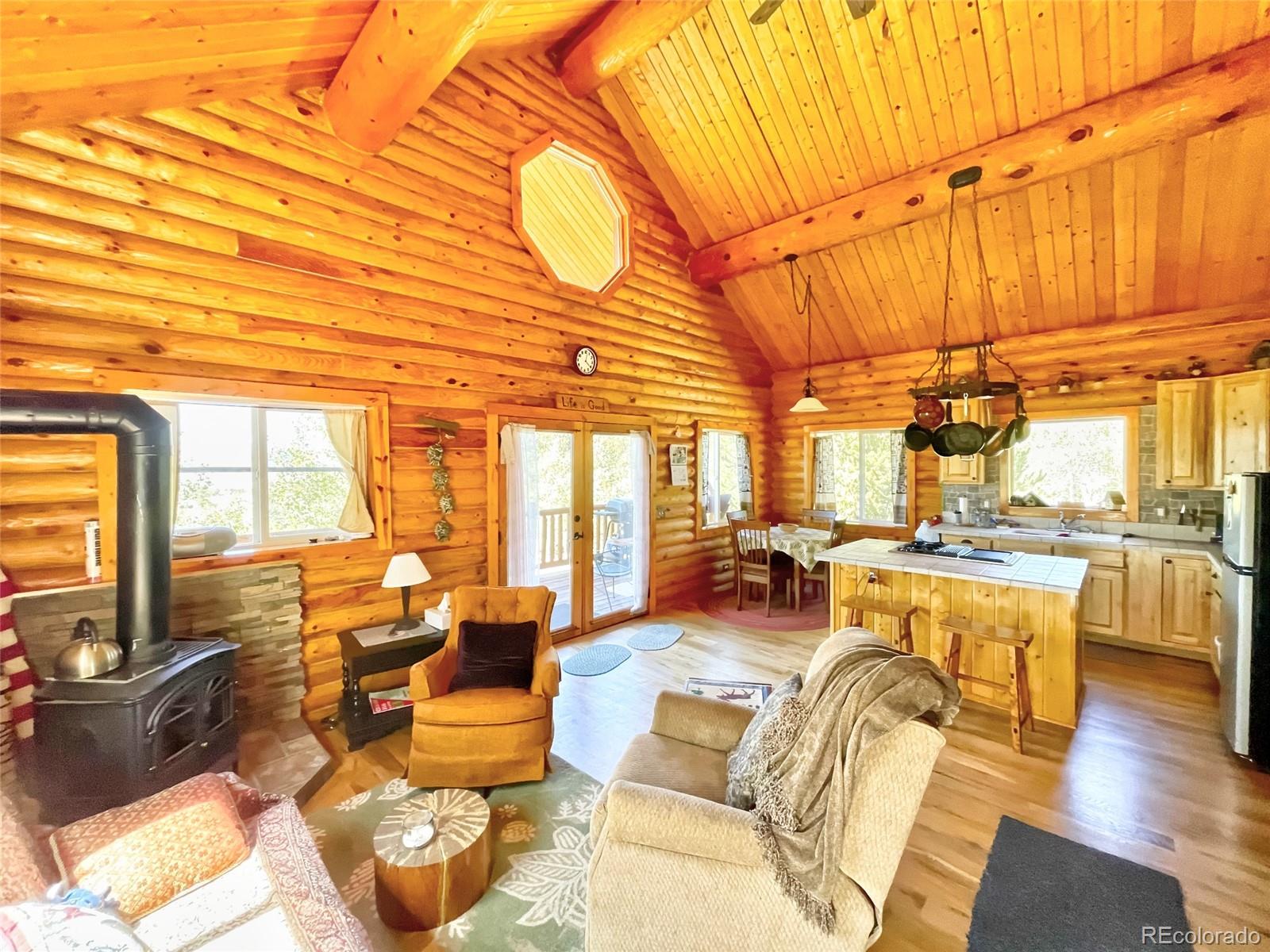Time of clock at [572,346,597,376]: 4:02
